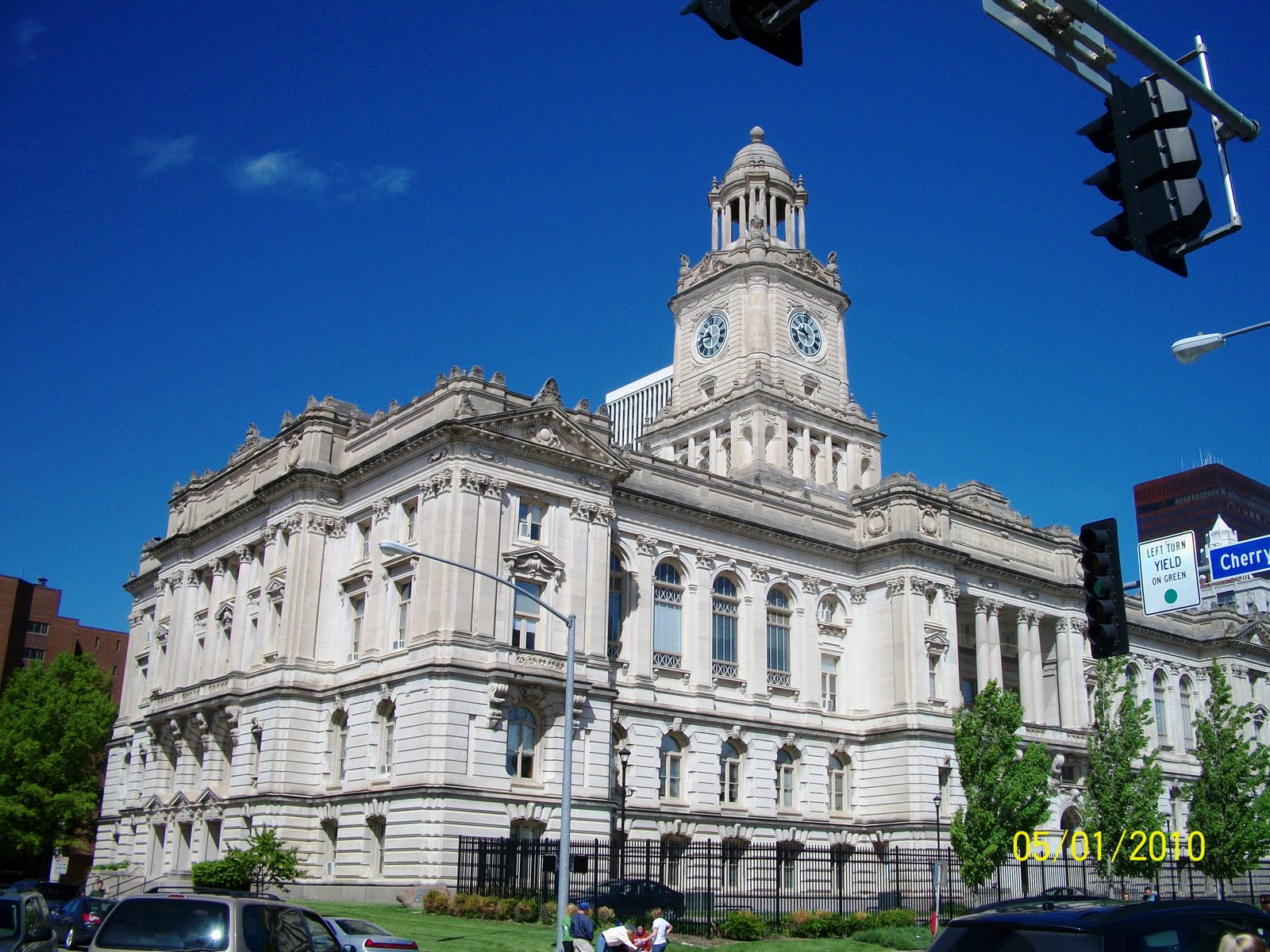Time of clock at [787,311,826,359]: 10:45
